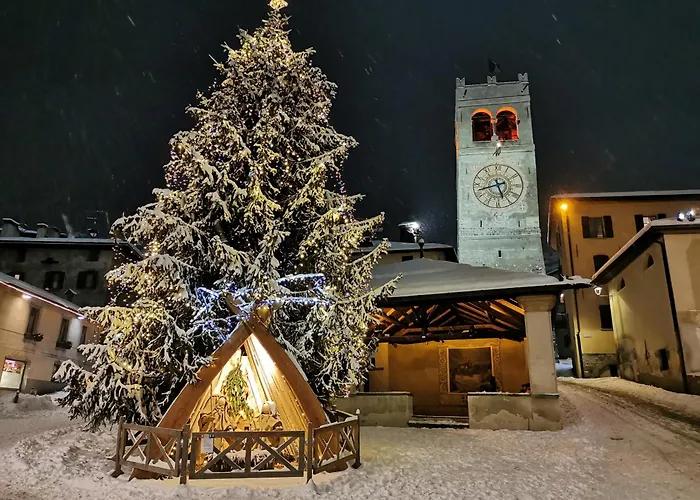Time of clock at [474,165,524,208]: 5:42
